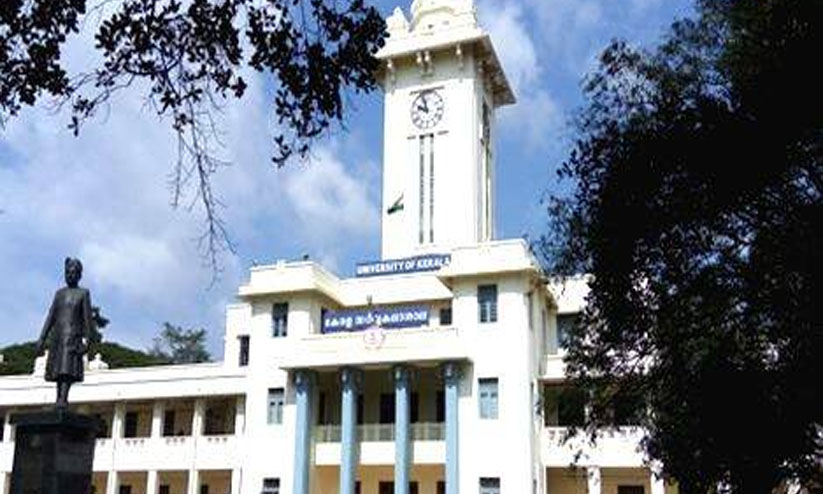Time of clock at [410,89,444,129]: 9:57
